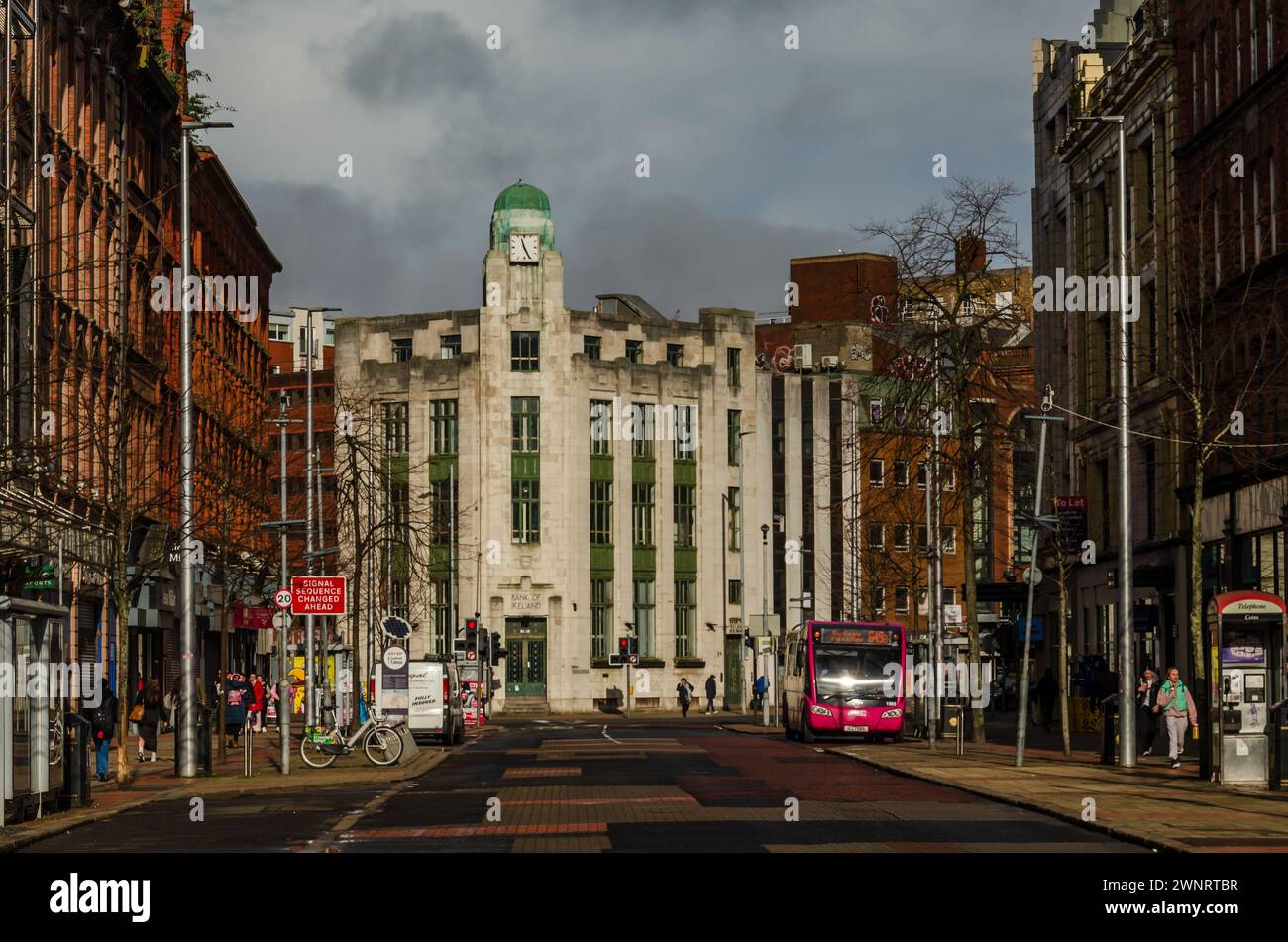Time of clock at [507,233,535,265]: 11:25
